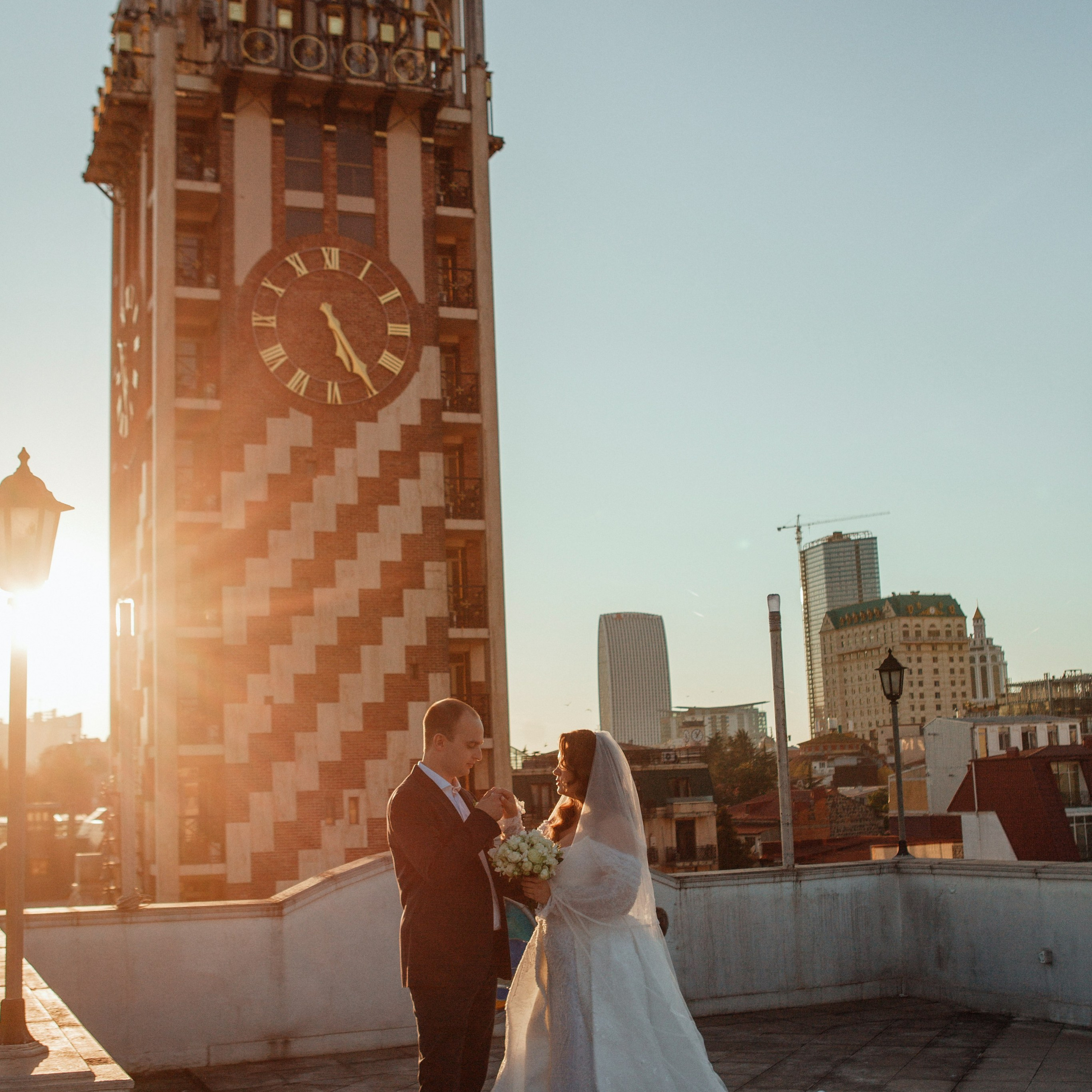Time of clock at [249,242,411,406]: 5:24
